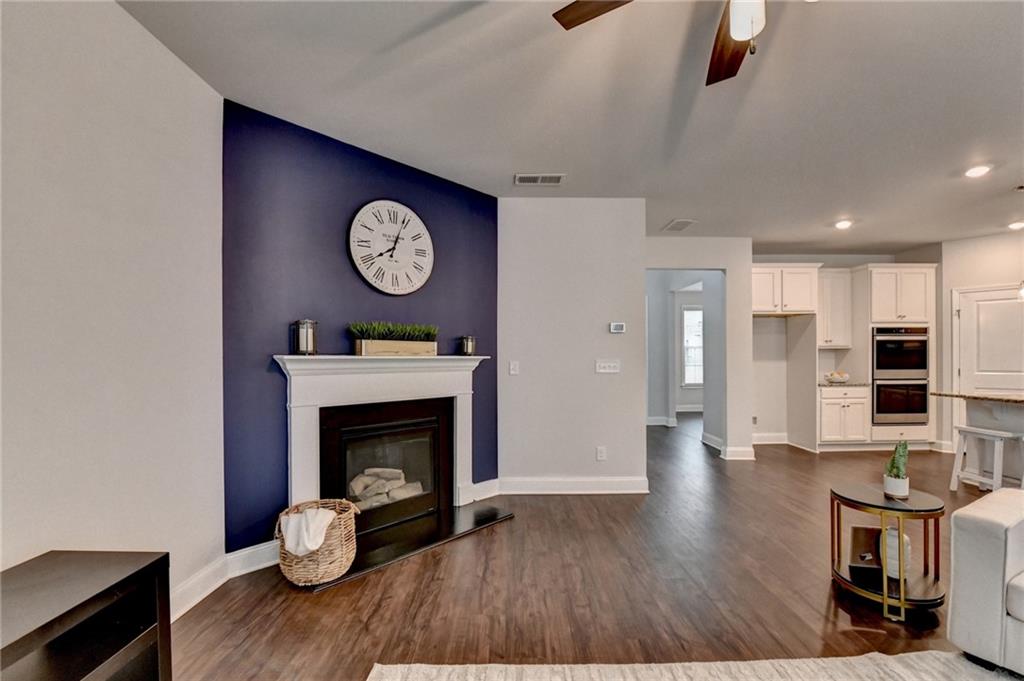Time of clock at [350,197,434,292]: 8:03
